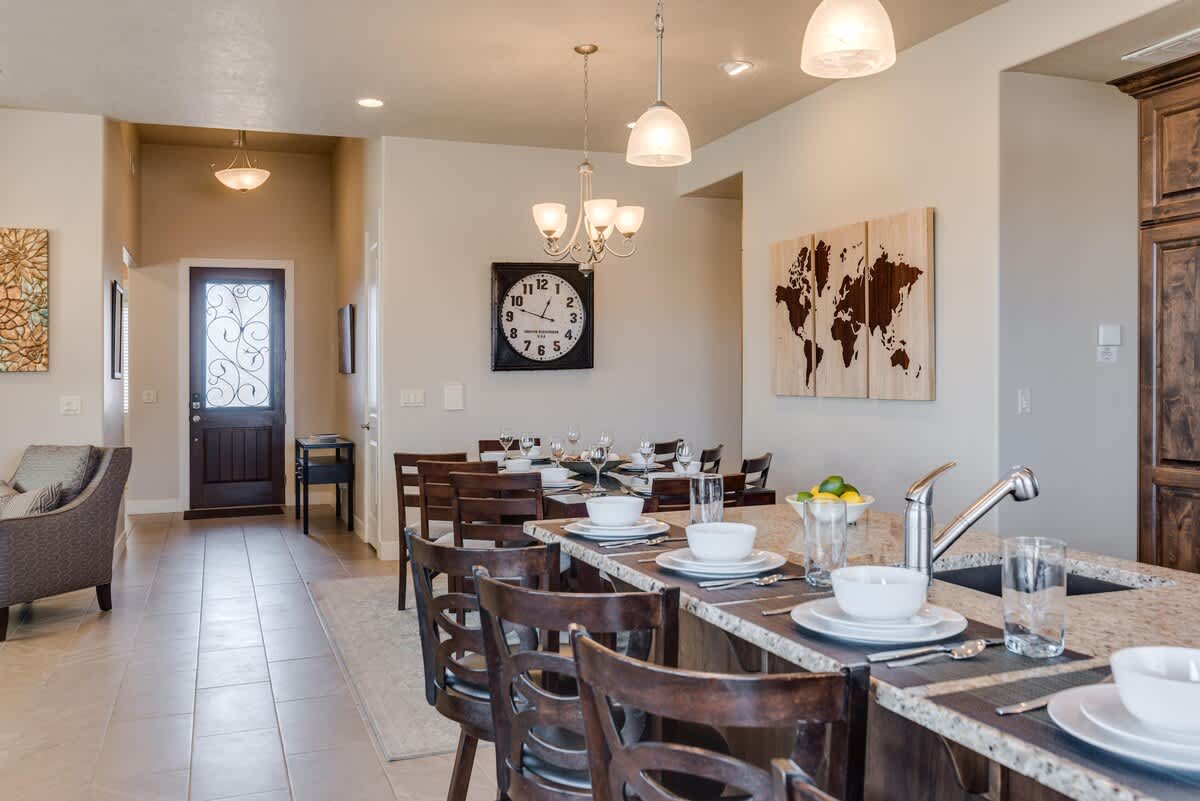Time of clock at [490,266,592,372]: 12:47
